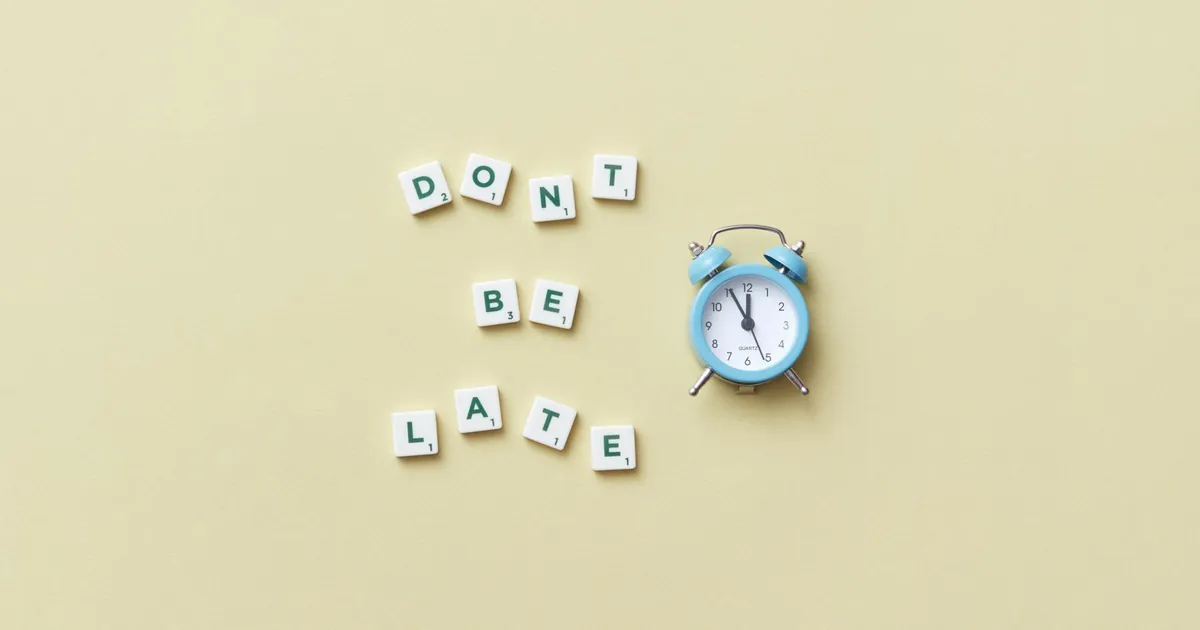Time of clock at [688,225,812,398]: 11:55
